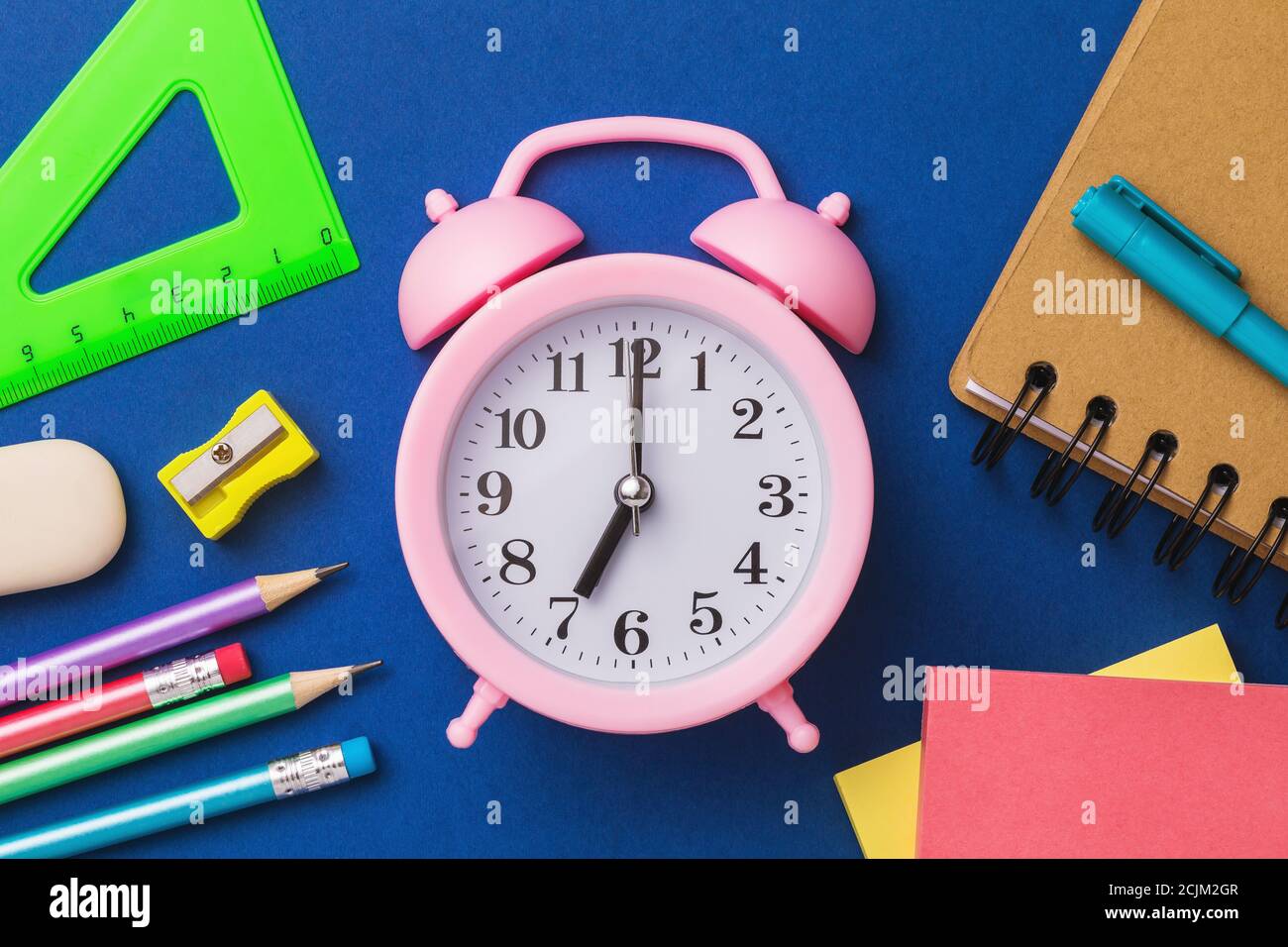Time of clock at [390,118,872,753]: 7:00
